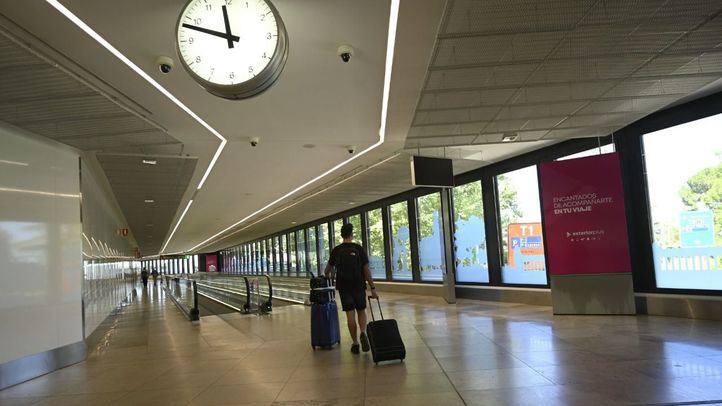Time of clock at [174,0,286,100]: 11:48
